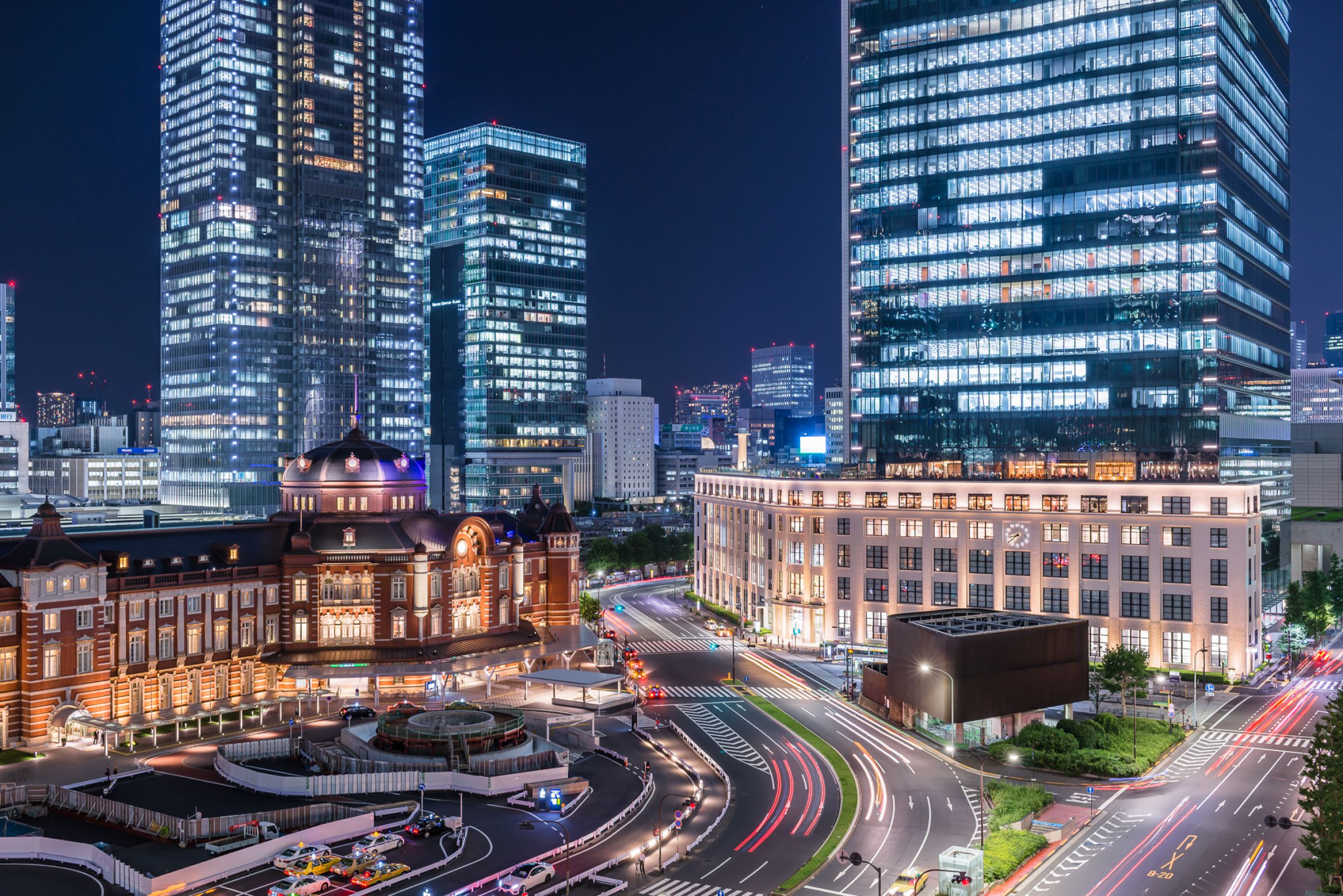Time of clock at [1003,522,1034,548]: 8:38
